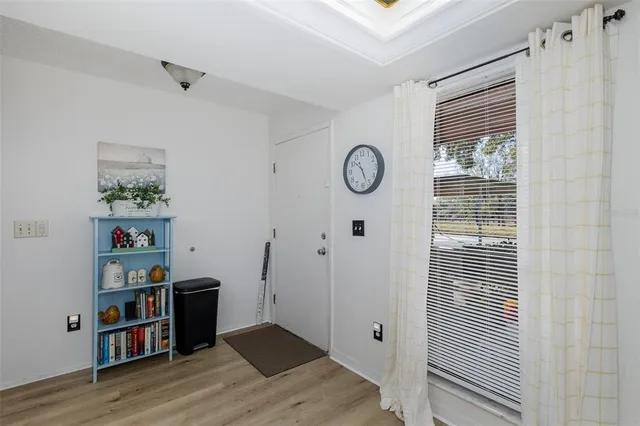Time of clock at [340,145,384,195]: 10:26
